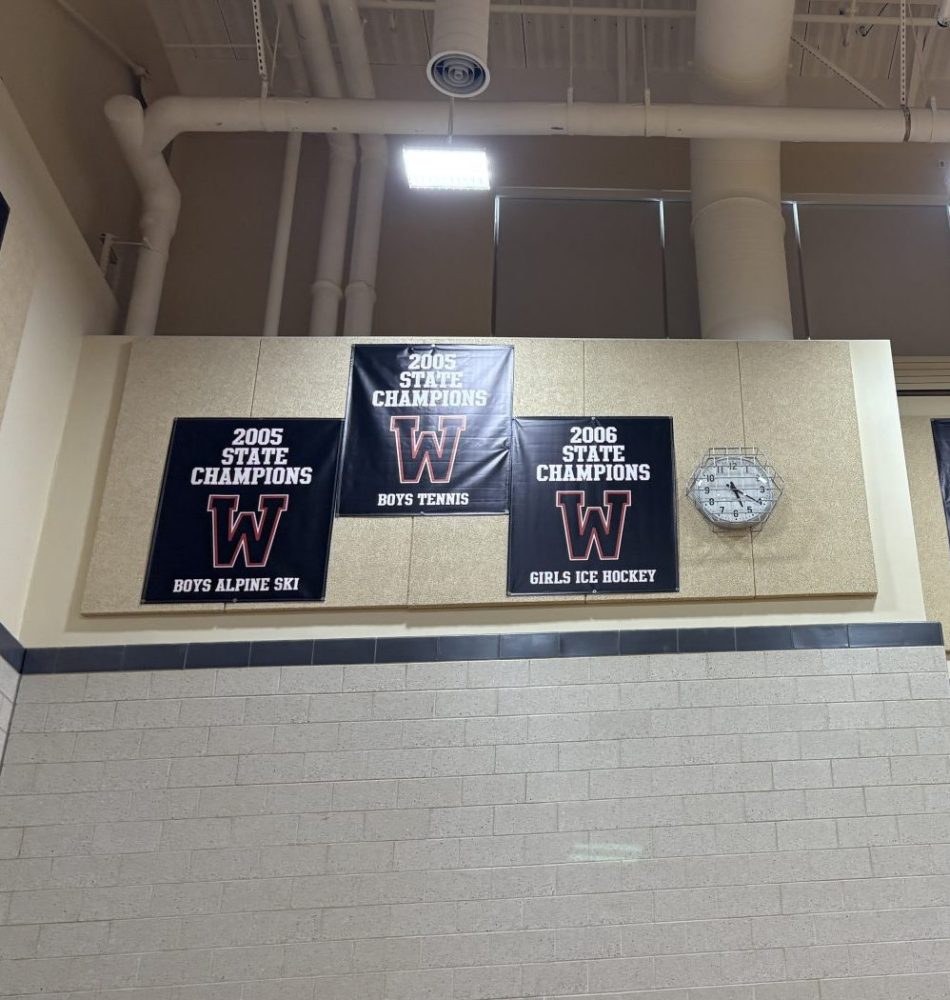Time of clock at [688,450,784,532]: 5:20
